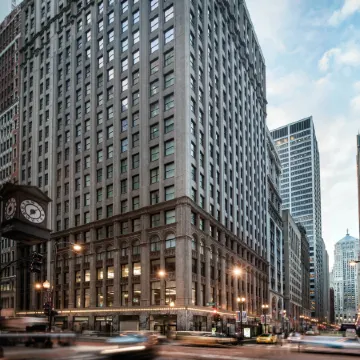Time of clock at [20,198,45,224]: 7:08
